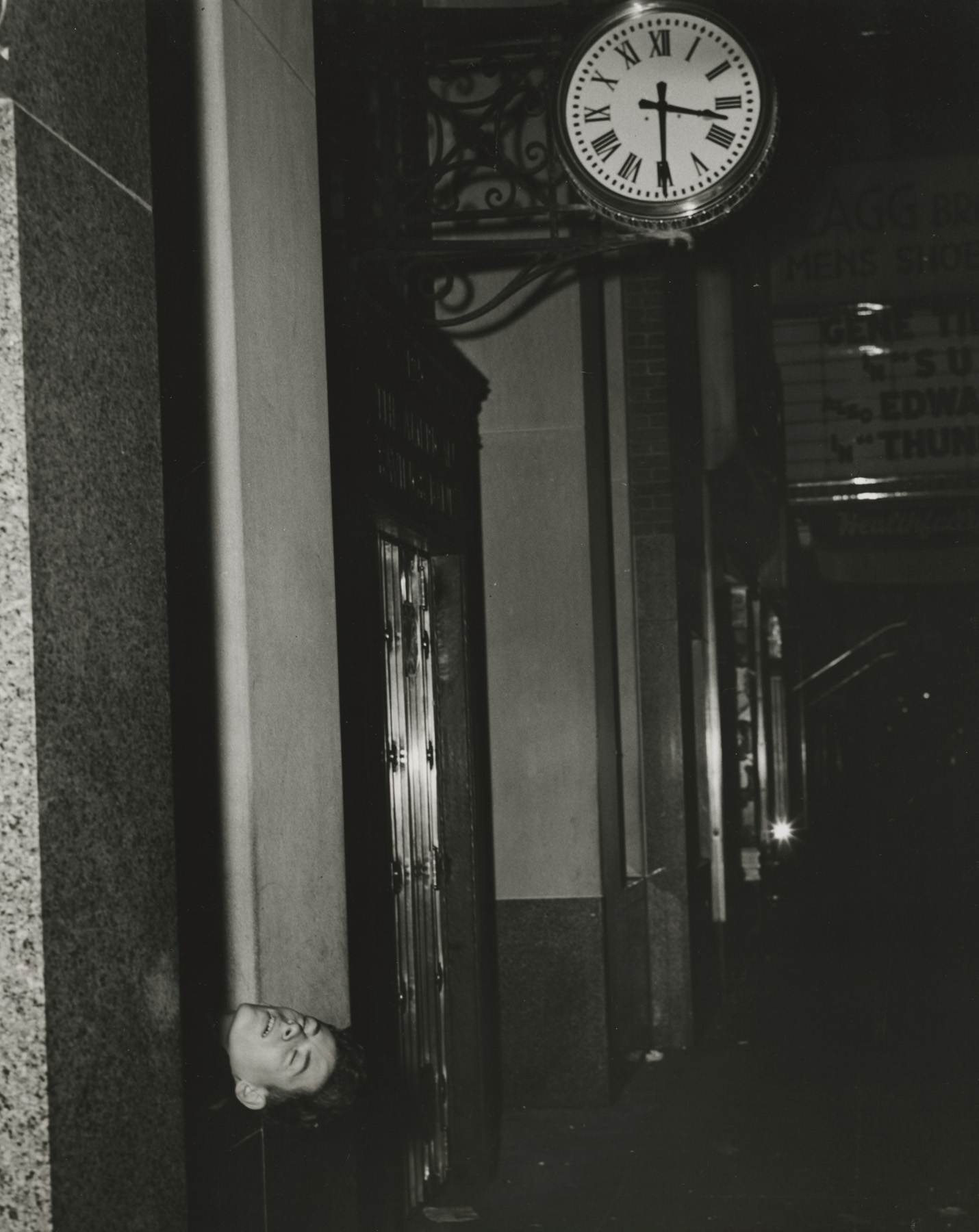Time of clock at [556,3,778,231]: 3:29
